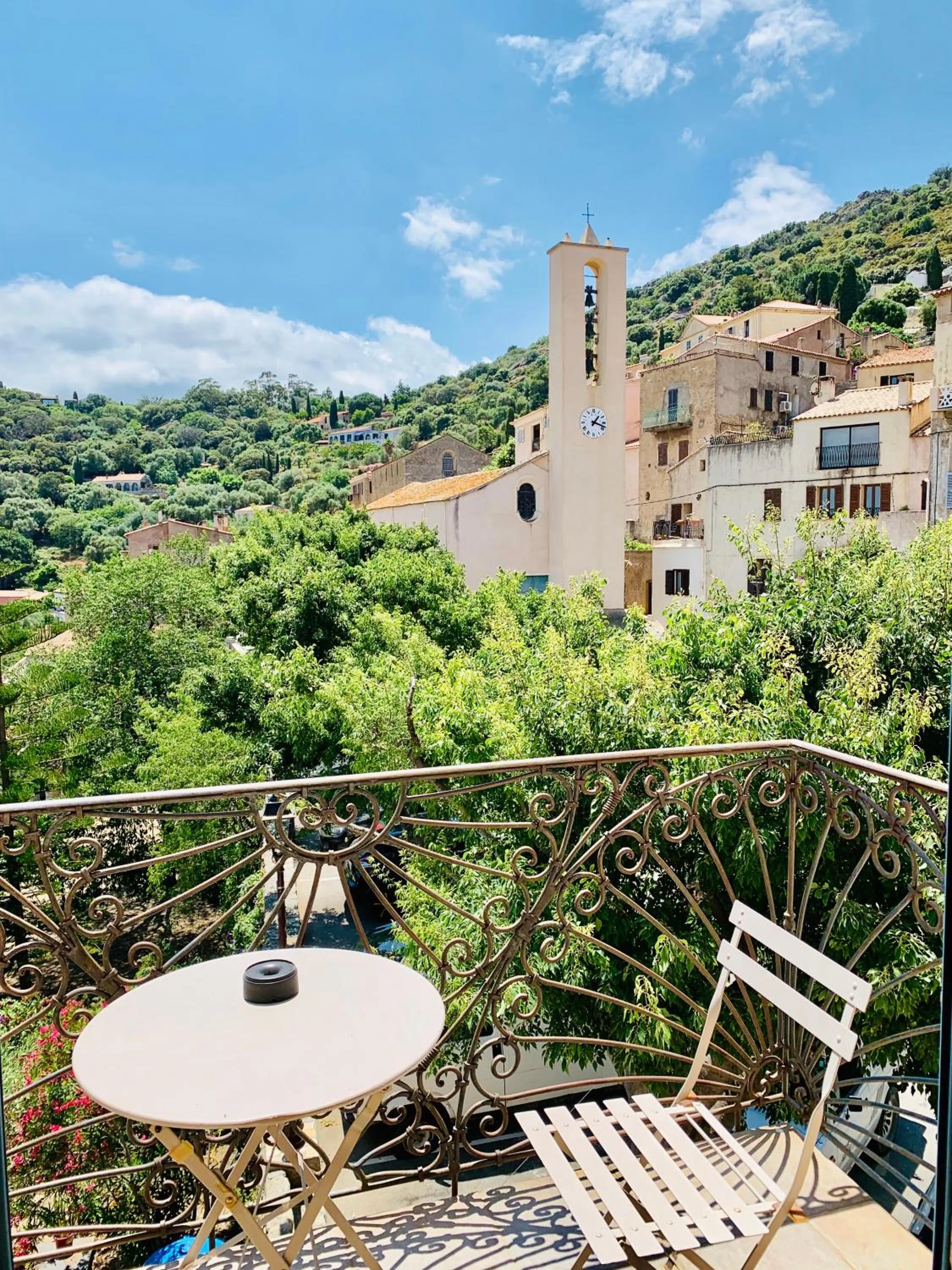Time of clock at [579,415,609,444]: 1:18
